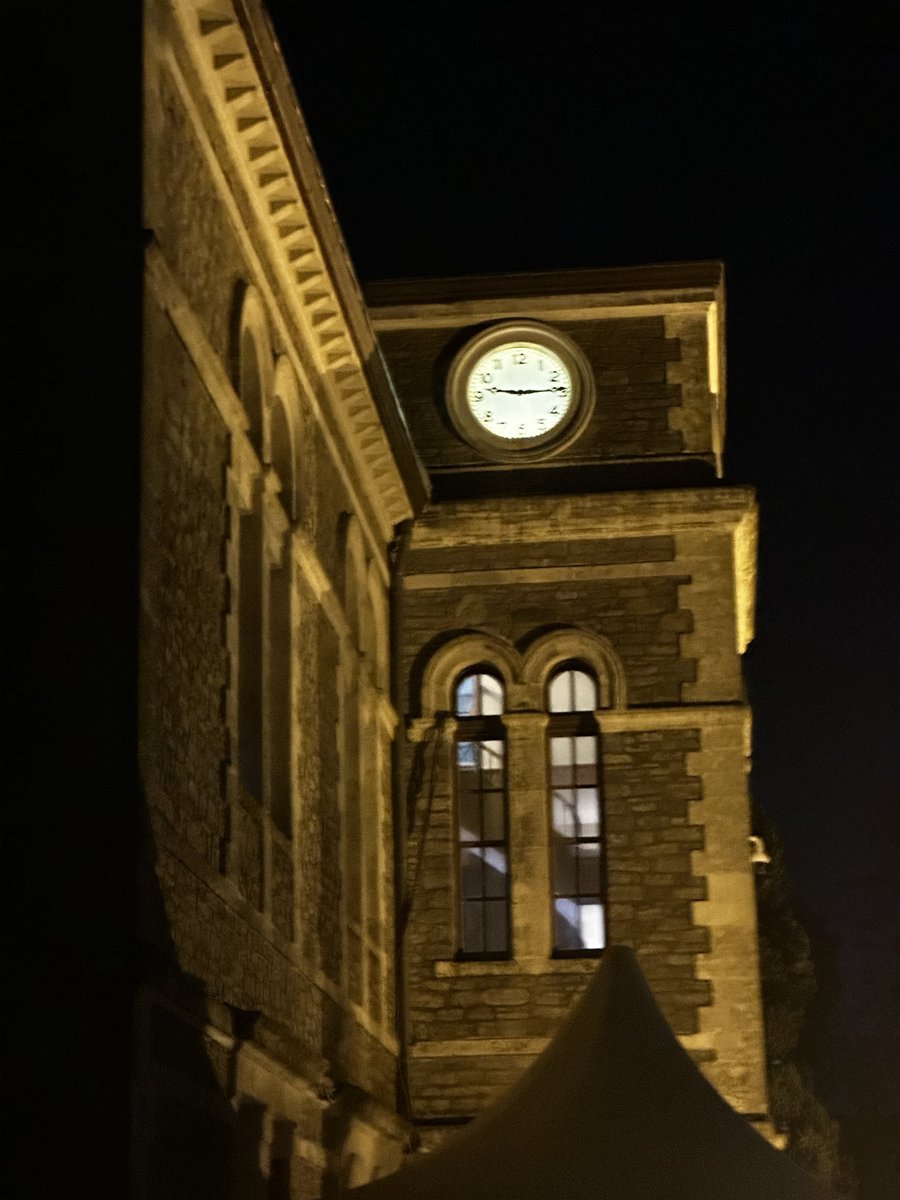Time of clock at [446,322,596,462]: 9:14
